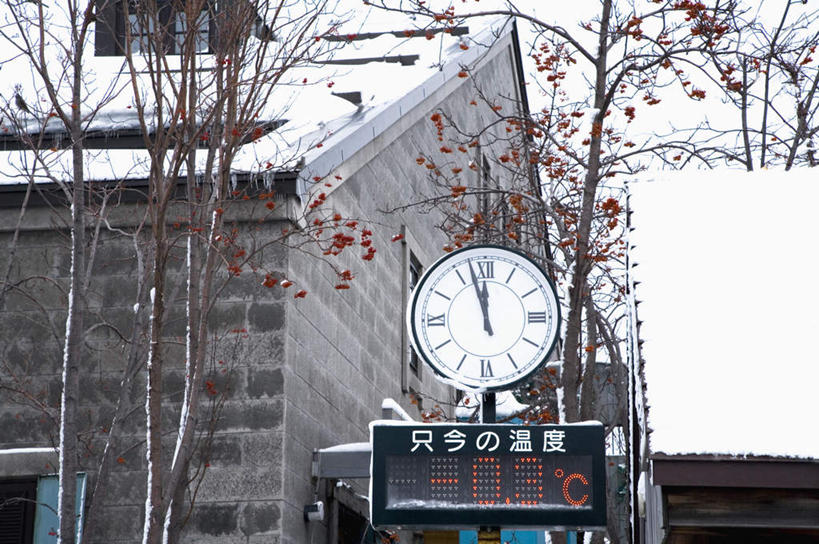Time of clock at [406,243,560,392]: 11:57
